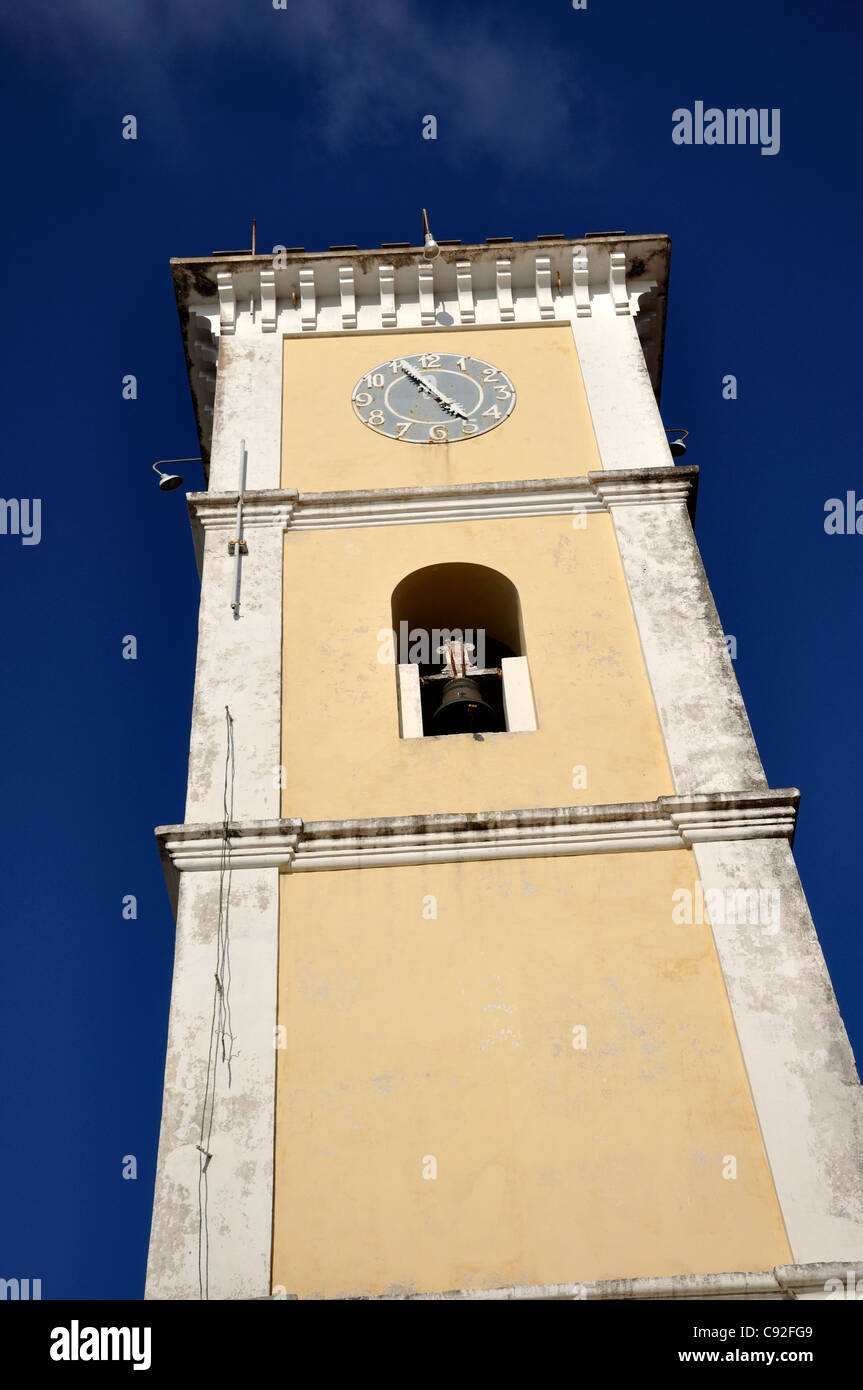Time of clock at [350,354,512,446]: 4:55
